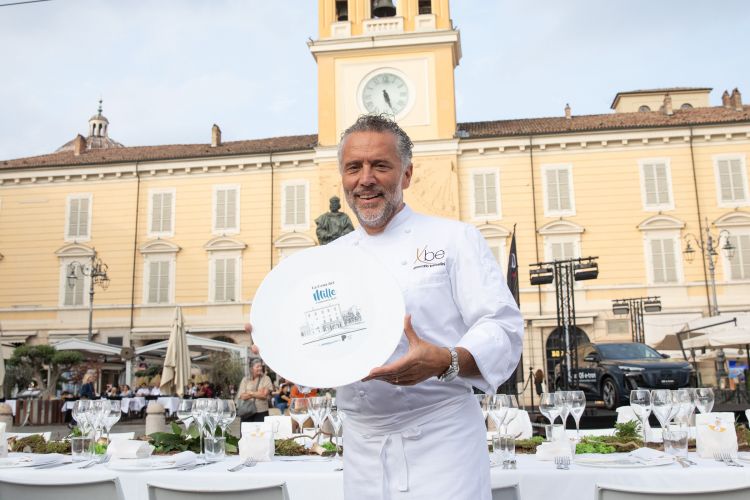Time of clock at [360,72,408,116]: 5:26
